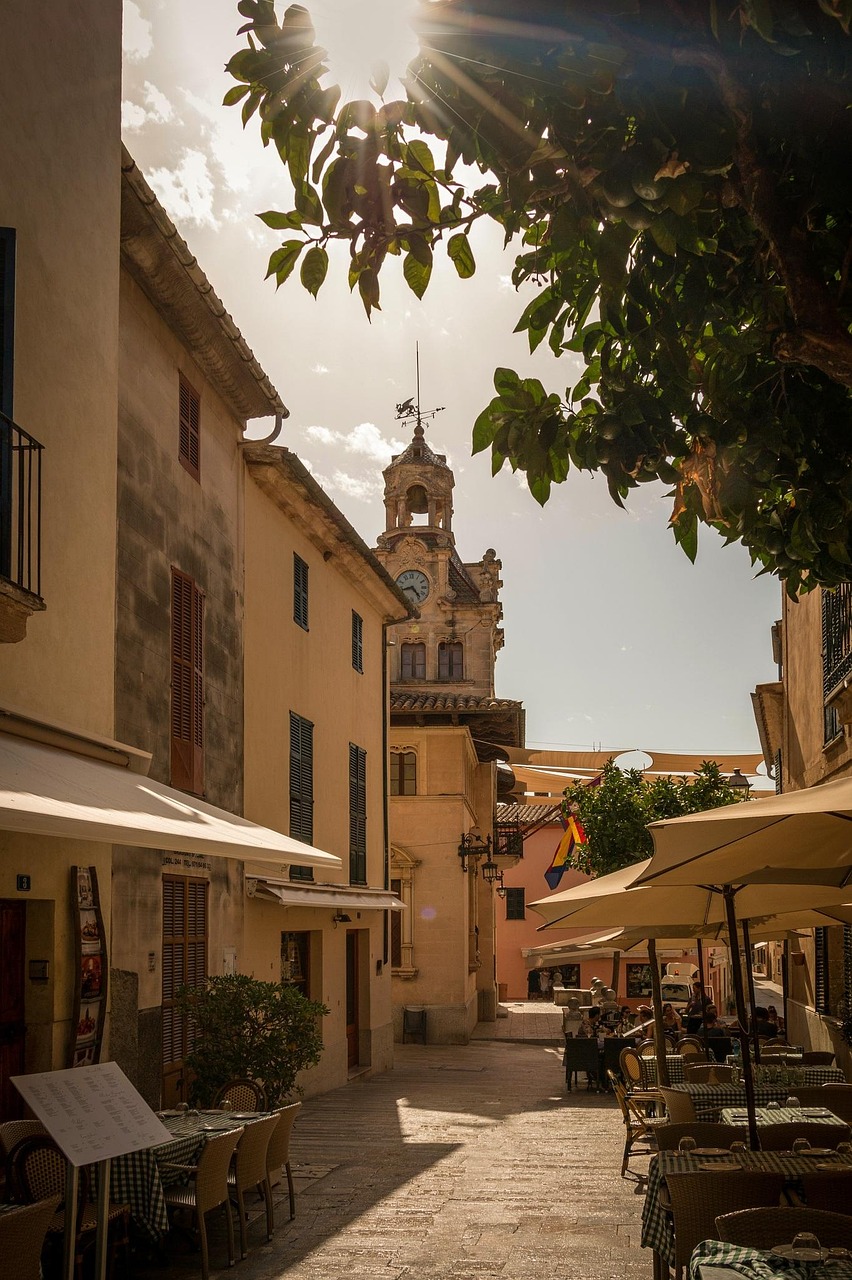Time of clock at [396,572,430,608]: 4:42
